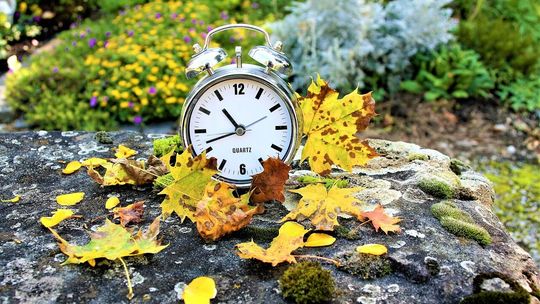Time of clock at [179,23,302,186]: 10:41
